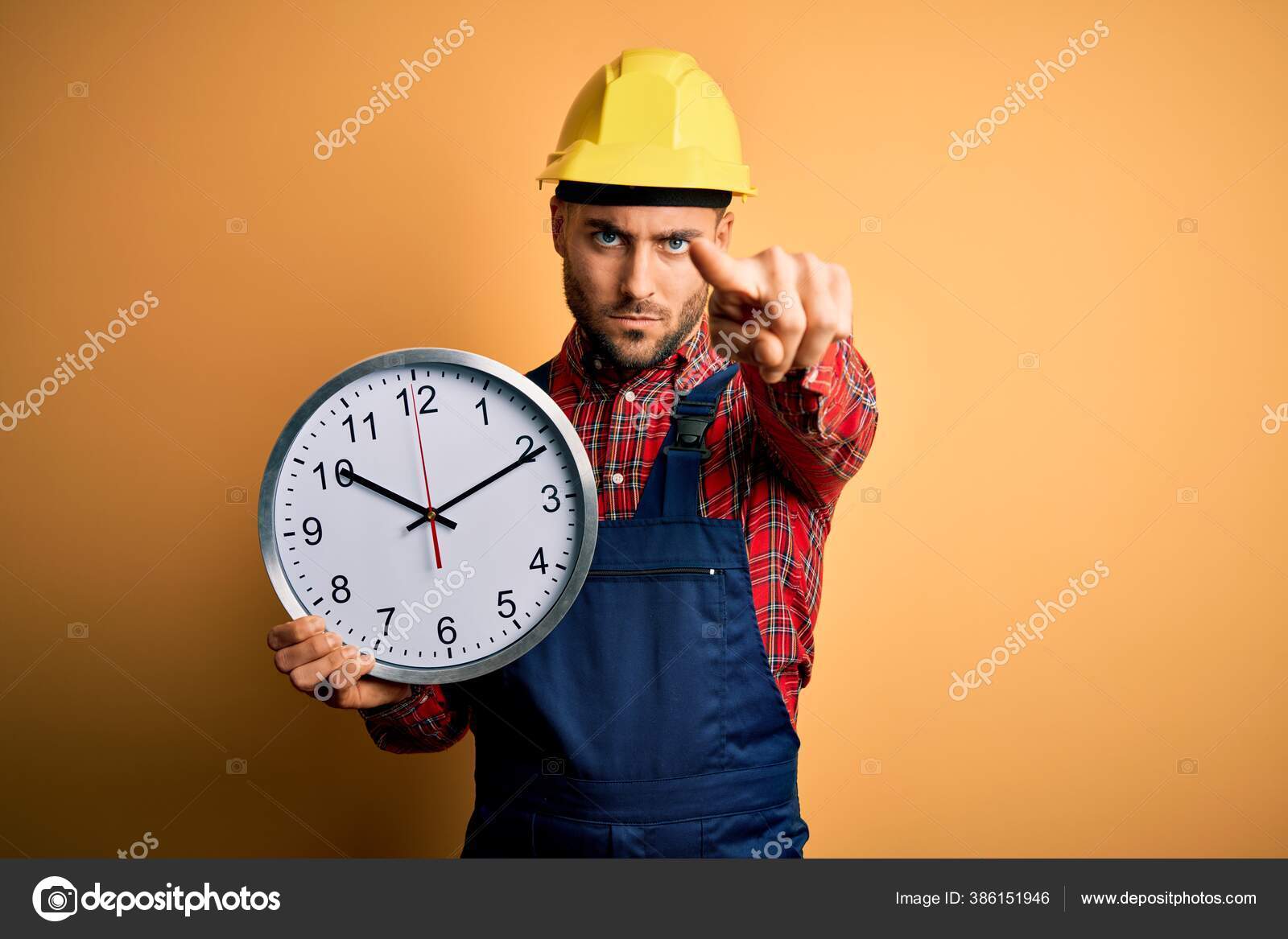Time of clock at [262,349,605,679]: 10:10
